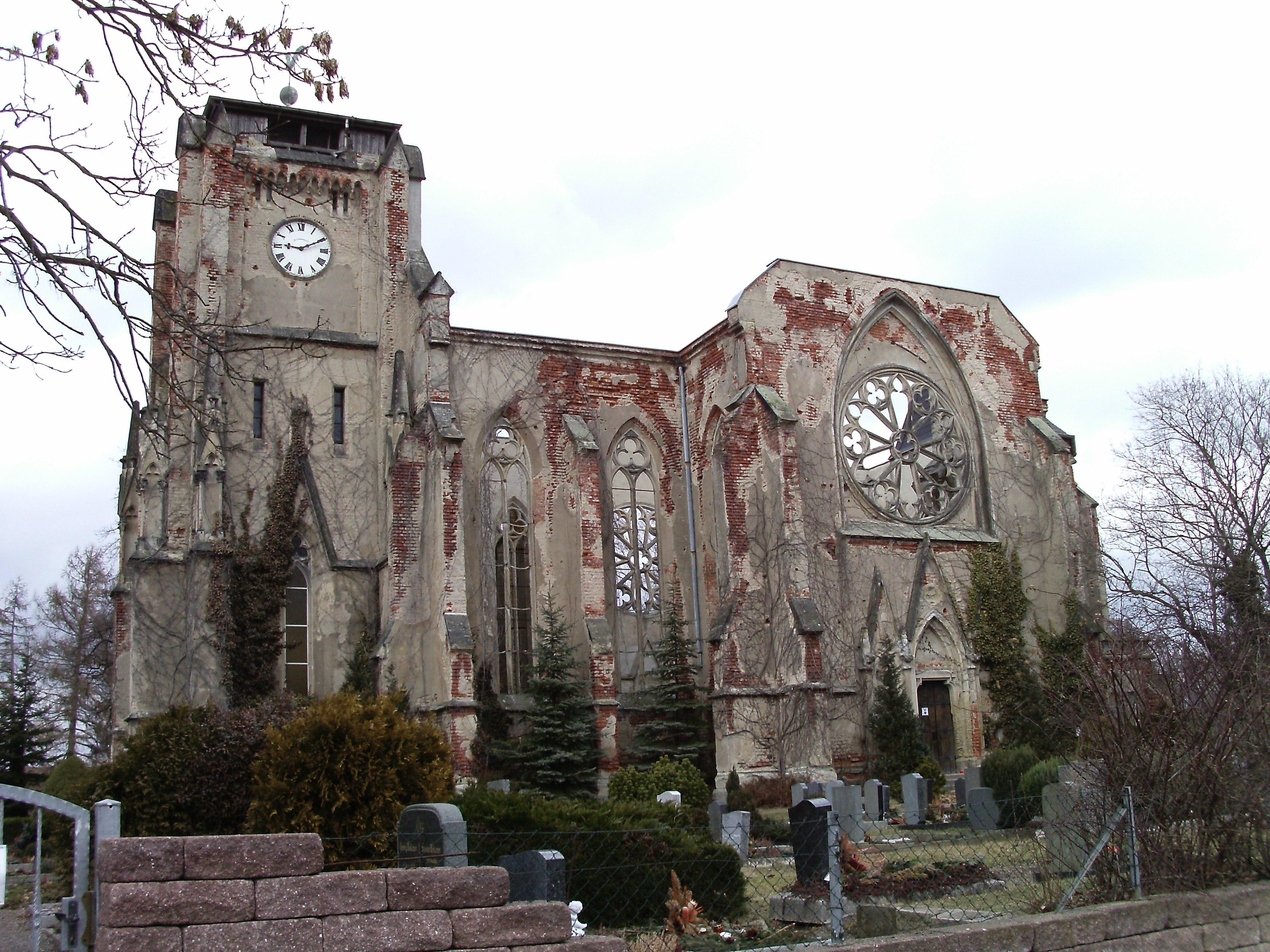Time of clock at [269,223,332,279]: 9:10
